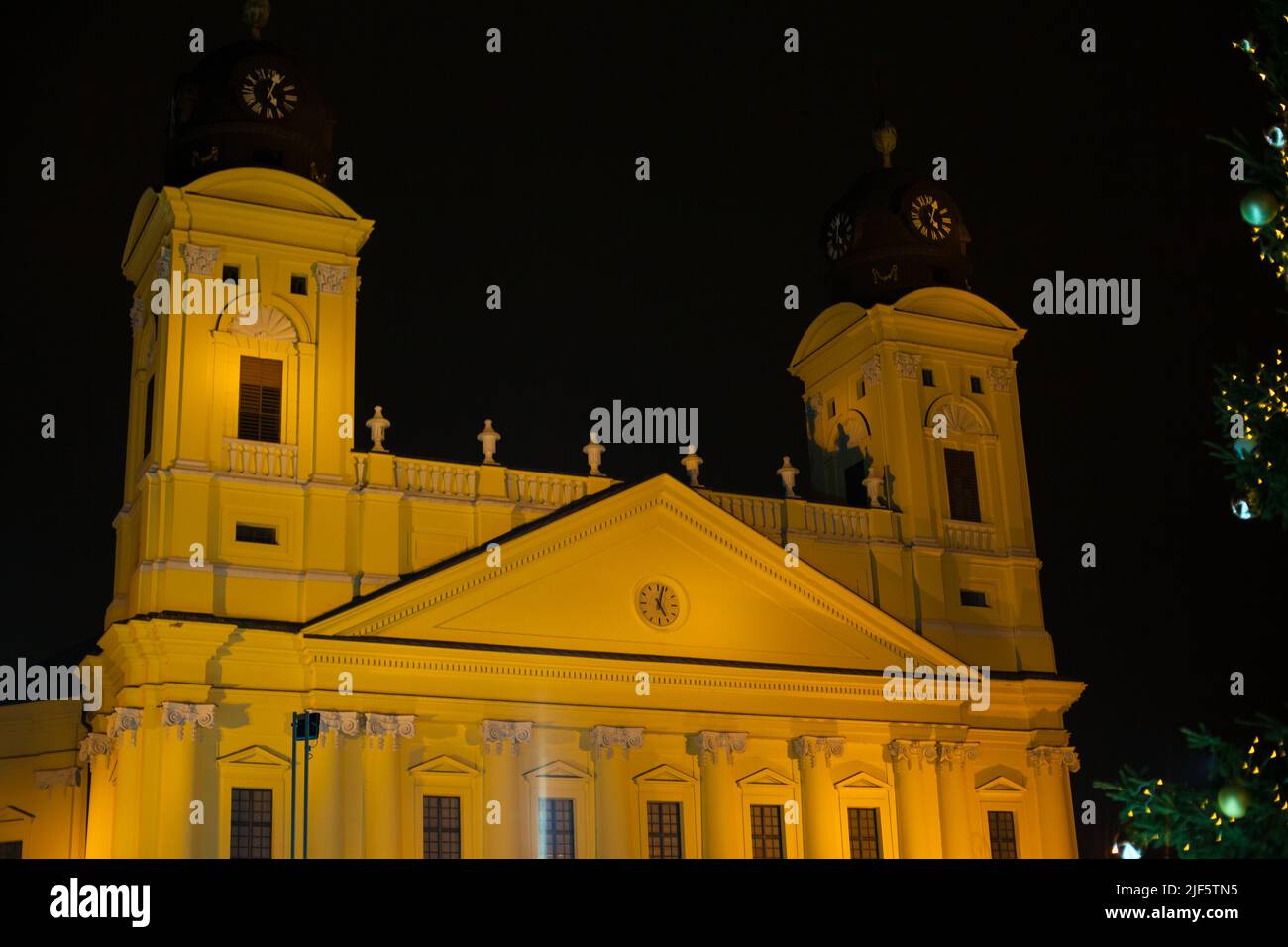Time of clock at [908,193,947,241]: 5:04
